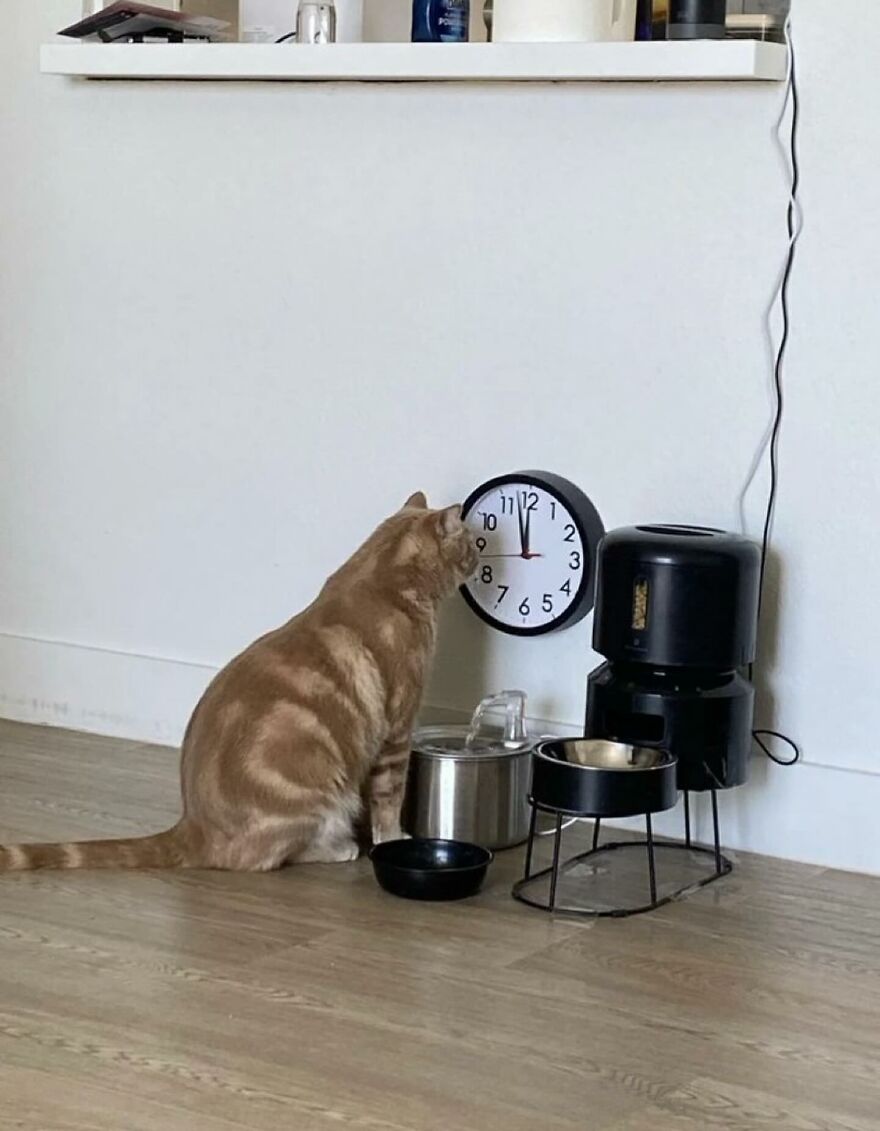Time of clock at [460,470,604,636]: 11:57
